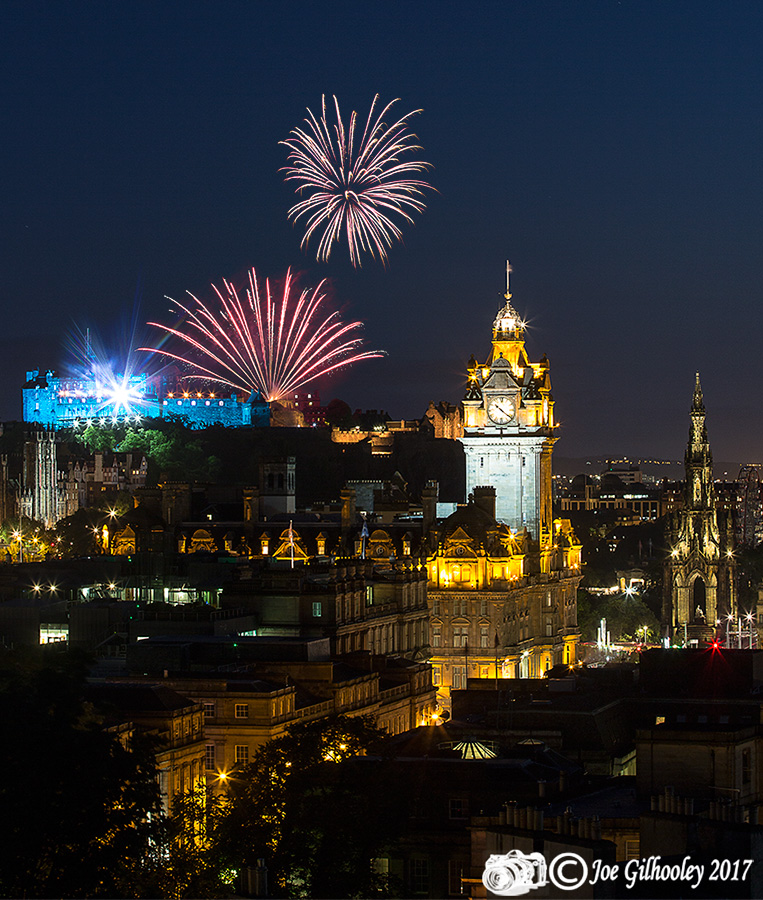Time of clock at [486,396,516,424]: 10:21
